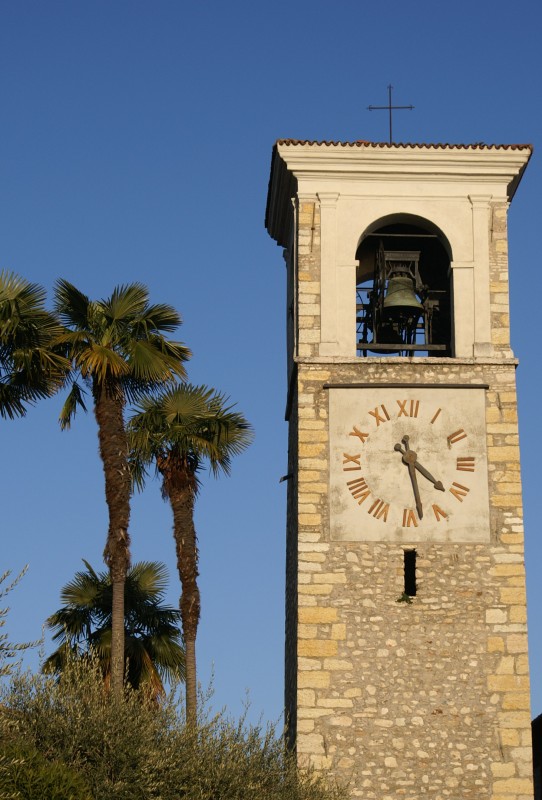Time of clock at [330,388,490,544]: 4:28
